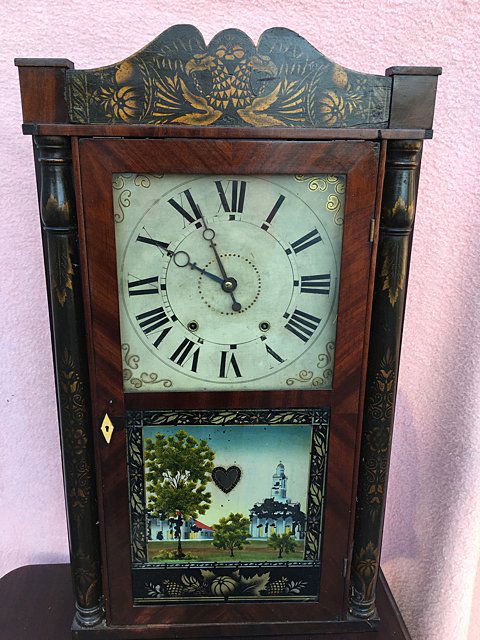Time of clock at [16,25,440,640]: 9:56
